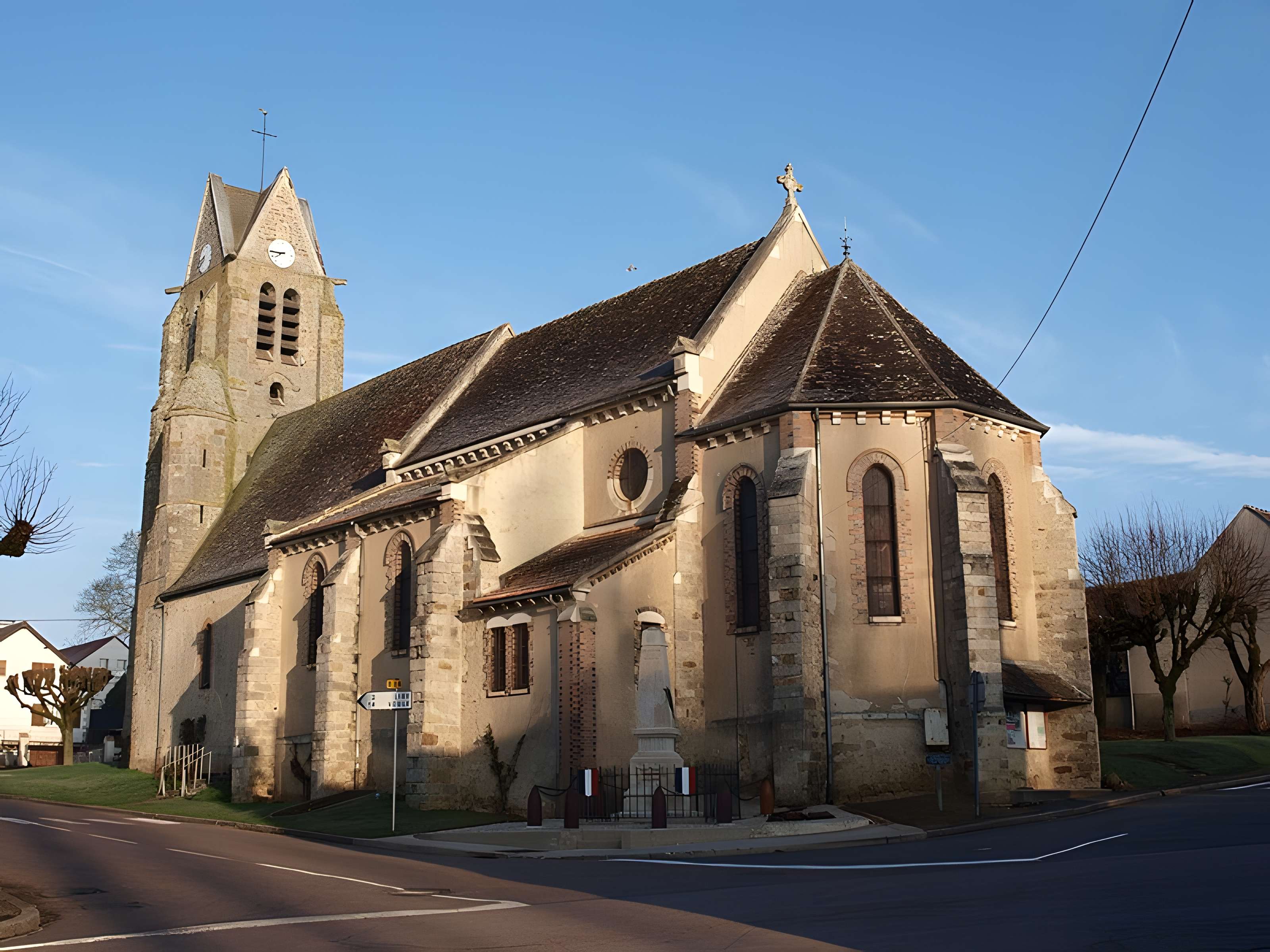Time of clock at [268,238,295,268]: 7:44
